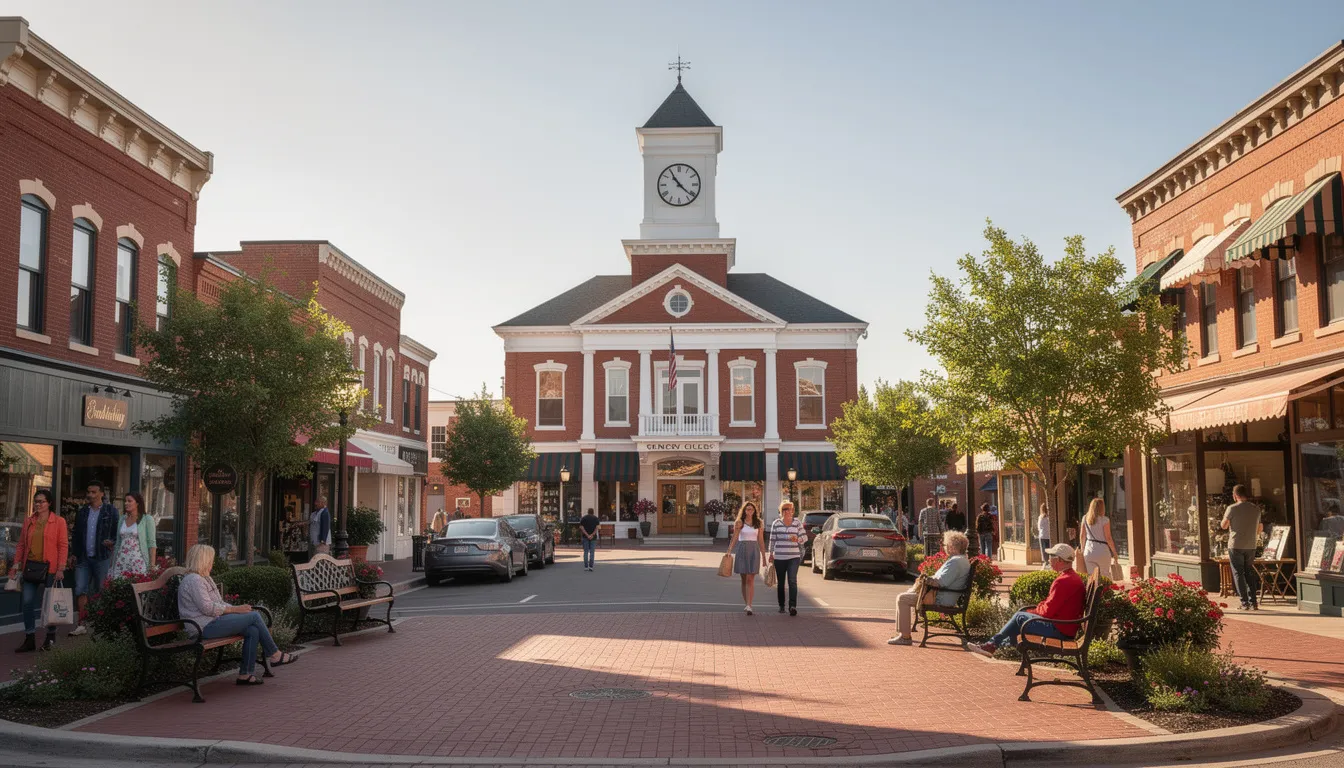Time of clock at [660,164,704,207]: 10:21
